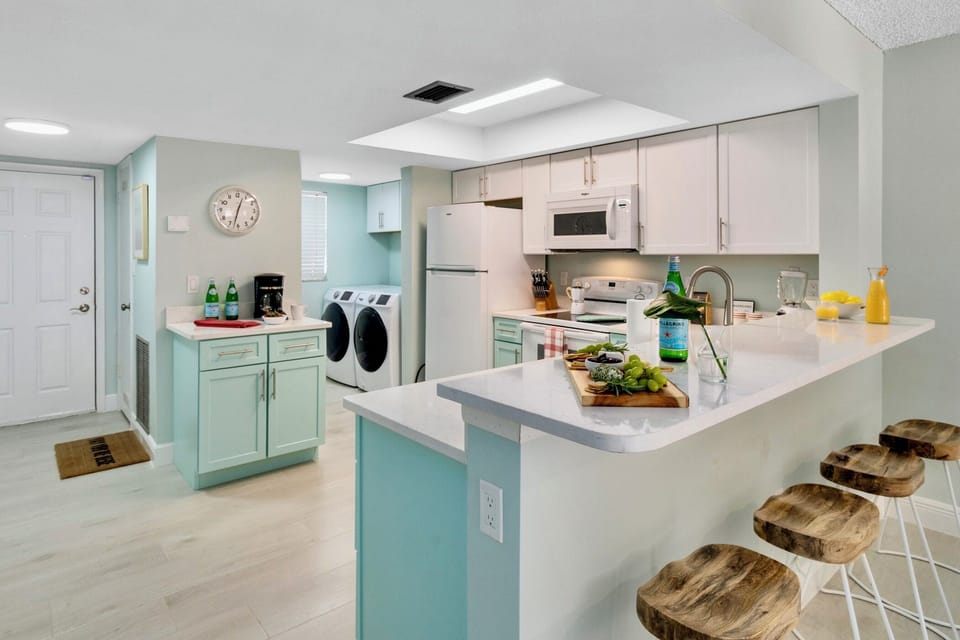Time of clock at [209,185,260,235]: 12:32
